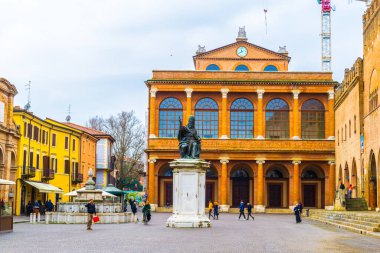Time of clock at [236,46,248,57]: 11:40
